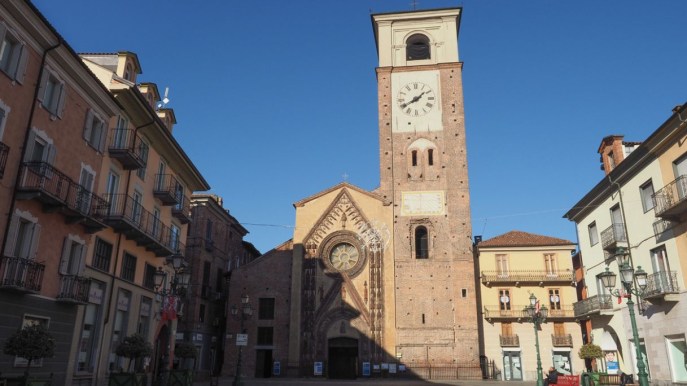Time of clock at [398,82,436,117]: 1:40
